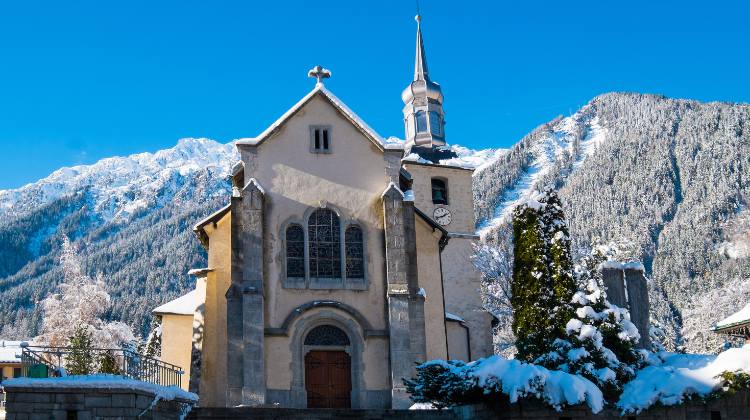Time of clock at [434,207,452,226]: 1:42
